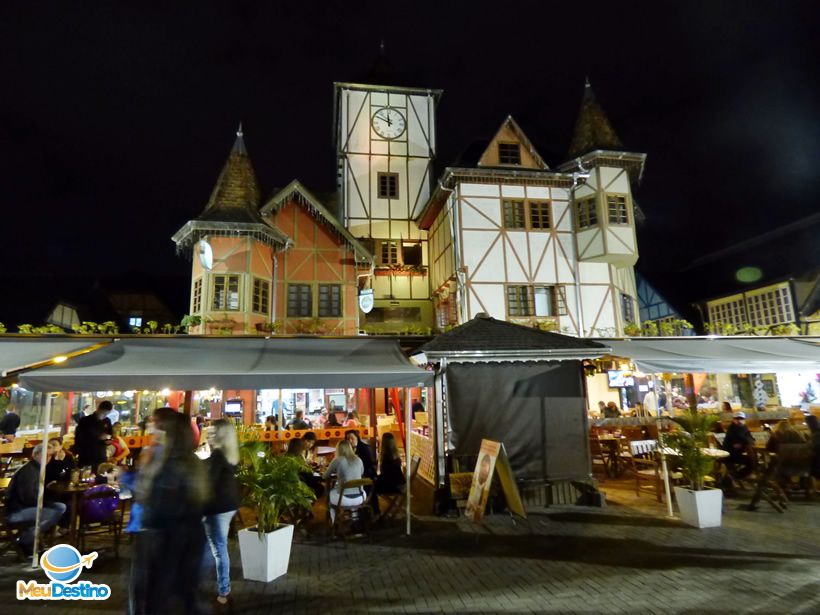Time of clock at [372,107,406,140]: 11:49
